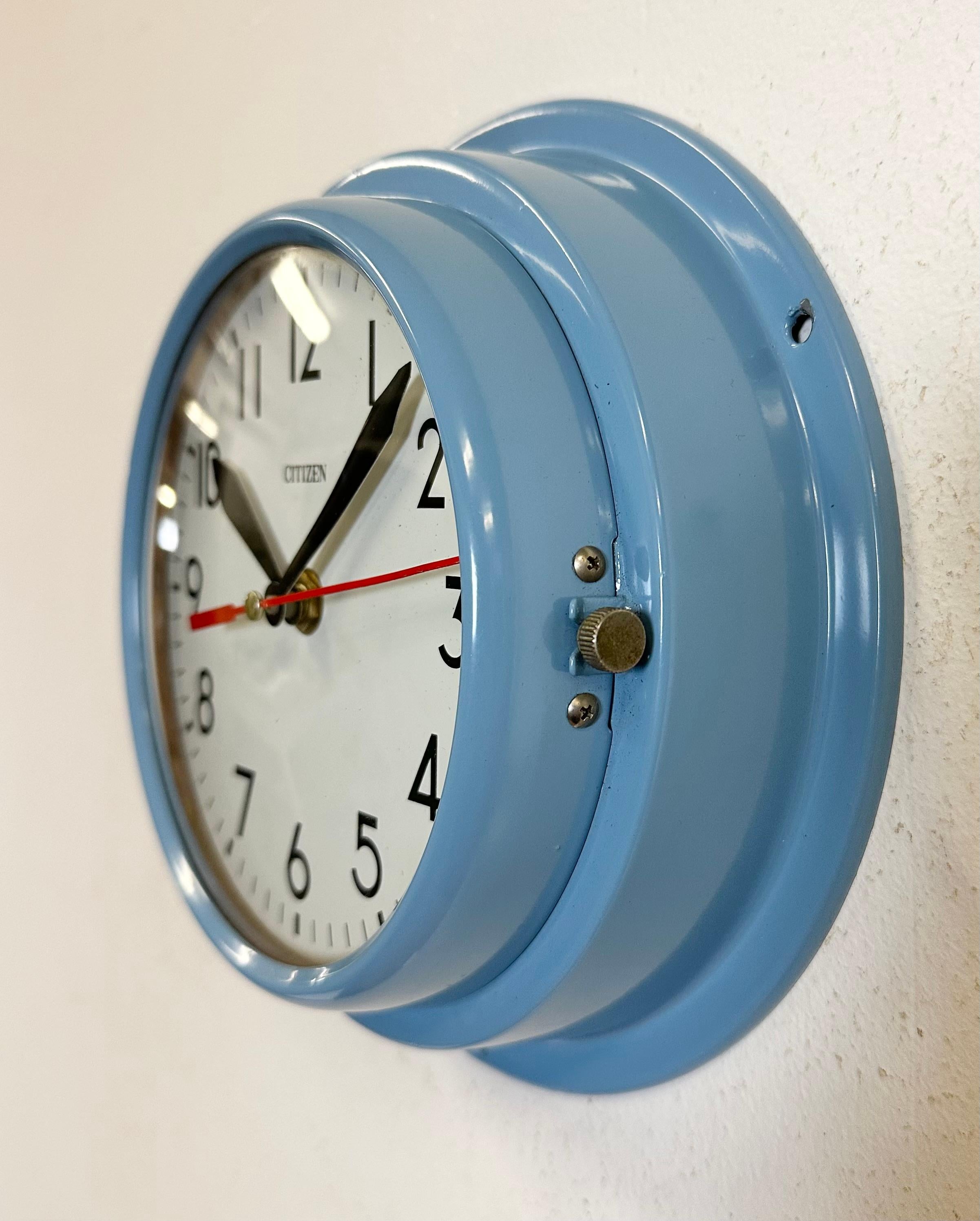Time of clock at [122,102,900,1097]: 10:07
